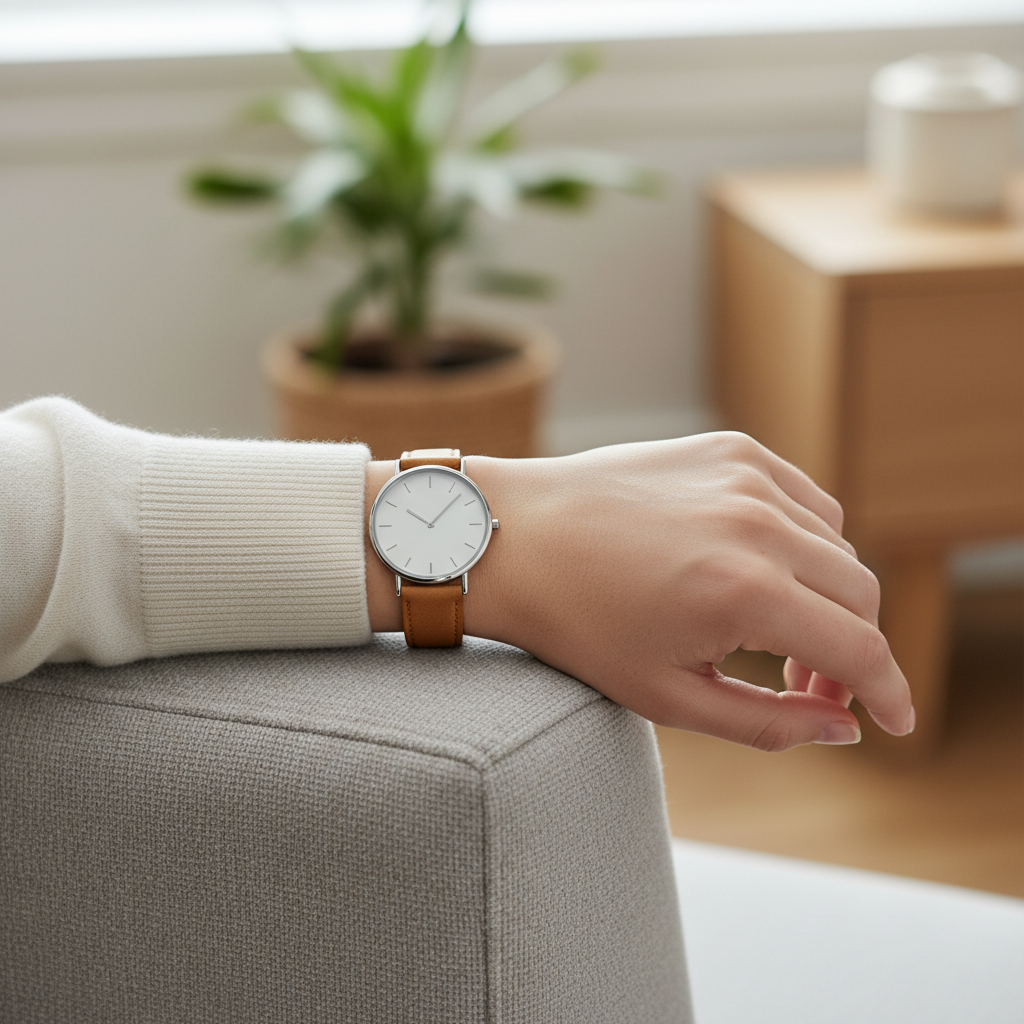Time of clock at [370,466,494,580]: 10:07
